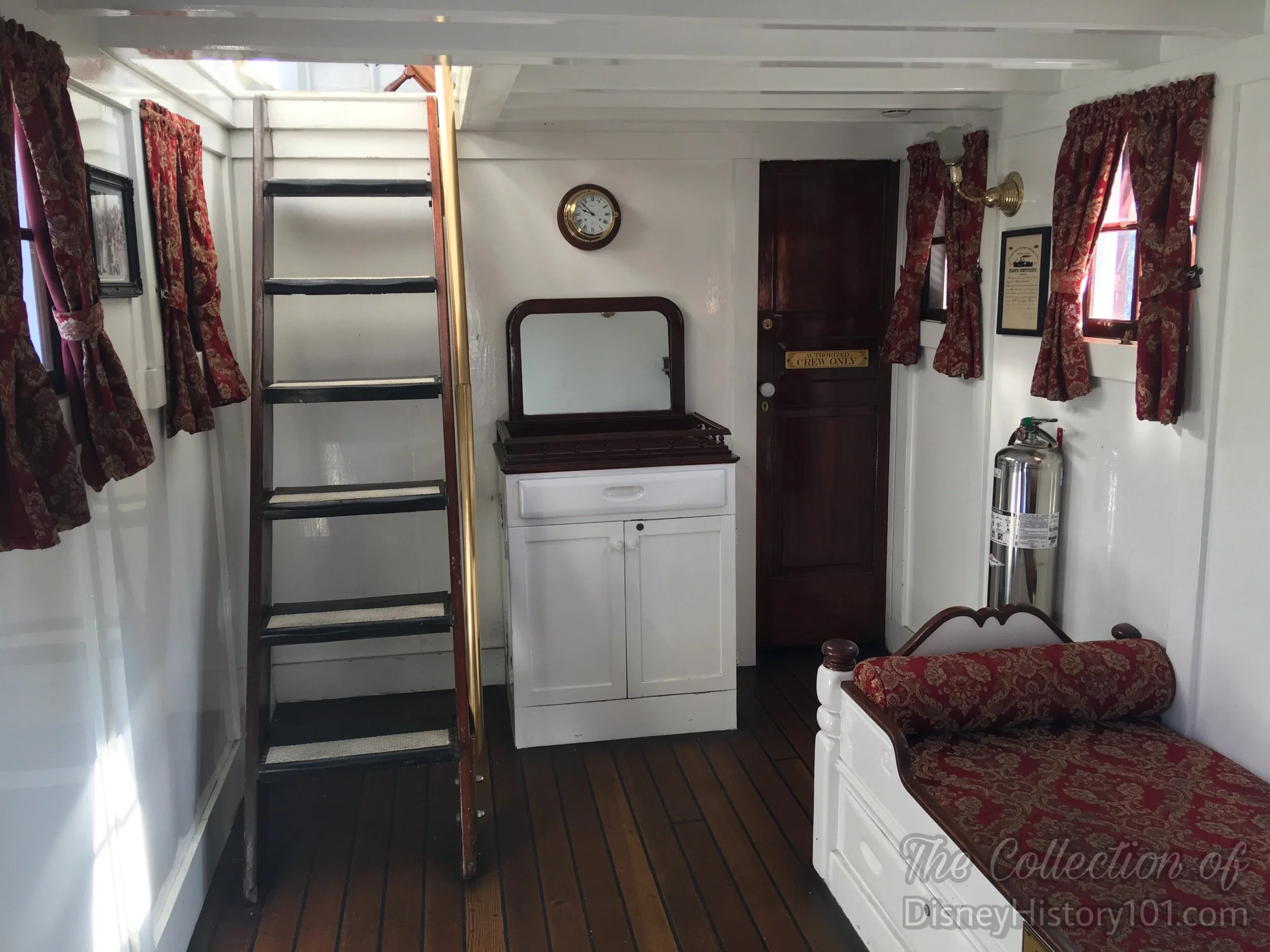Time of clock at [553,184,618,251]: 9:53
